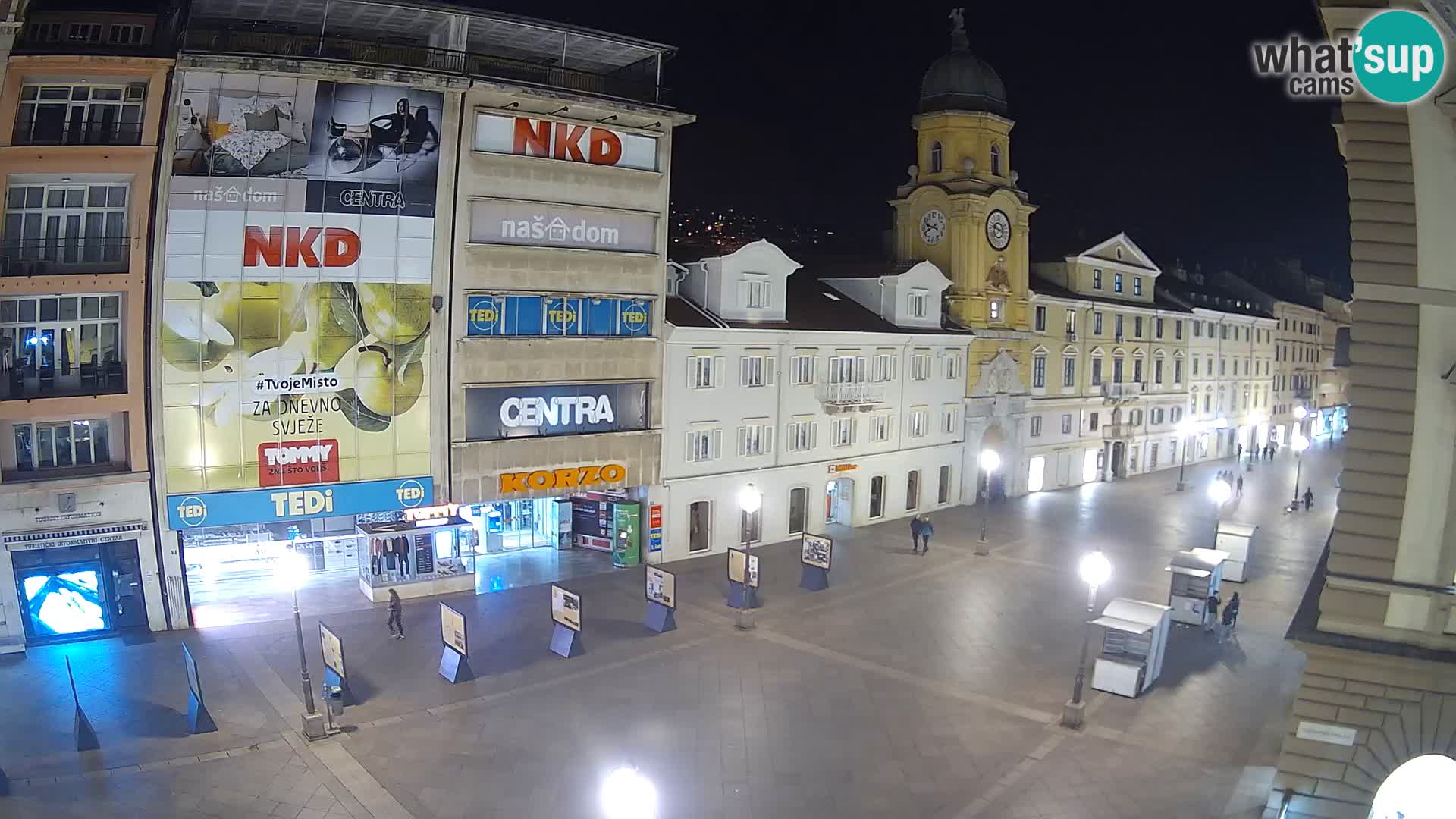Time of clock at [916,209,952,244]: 9:40
